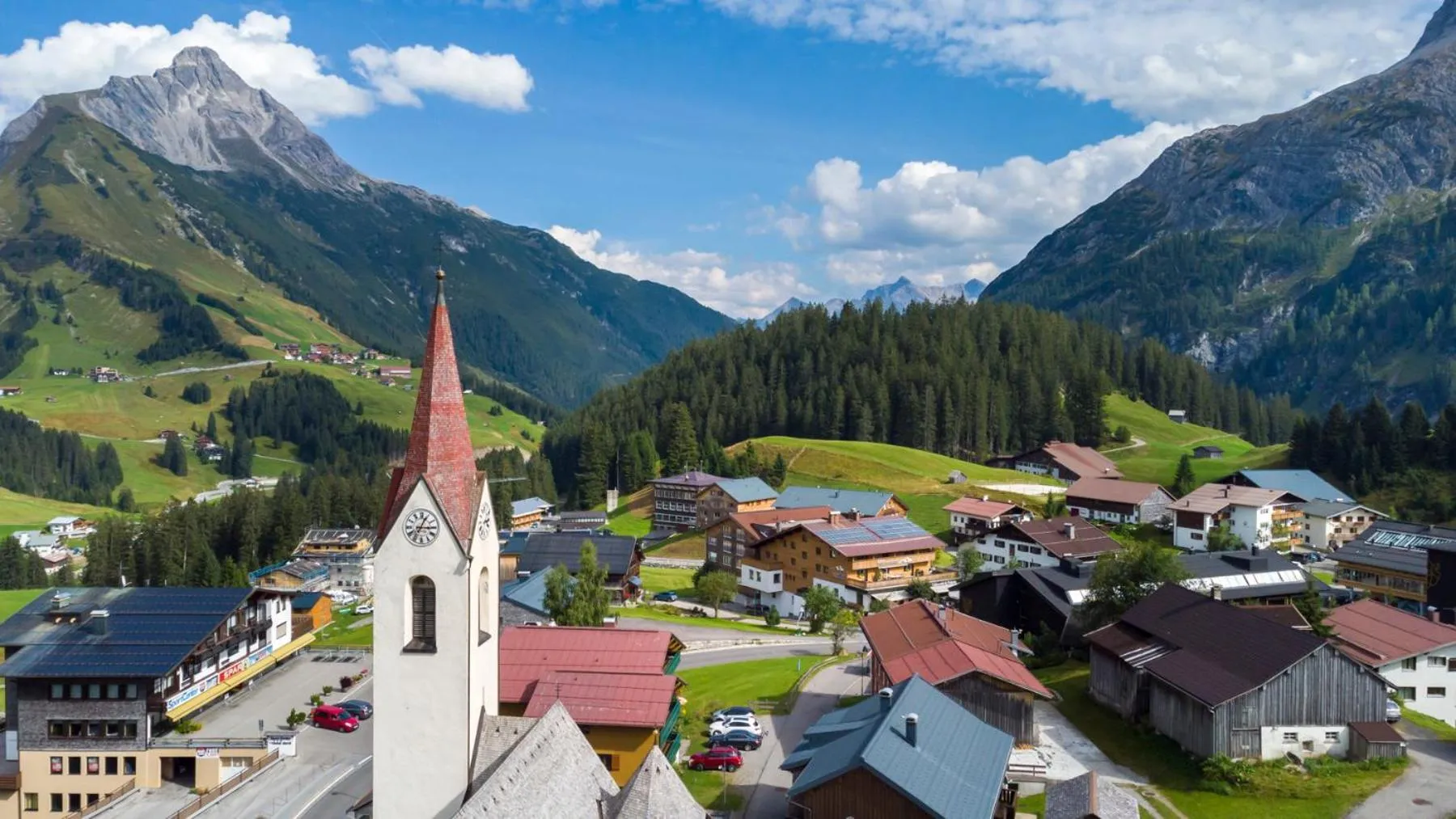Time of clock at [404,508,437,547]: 3:04
